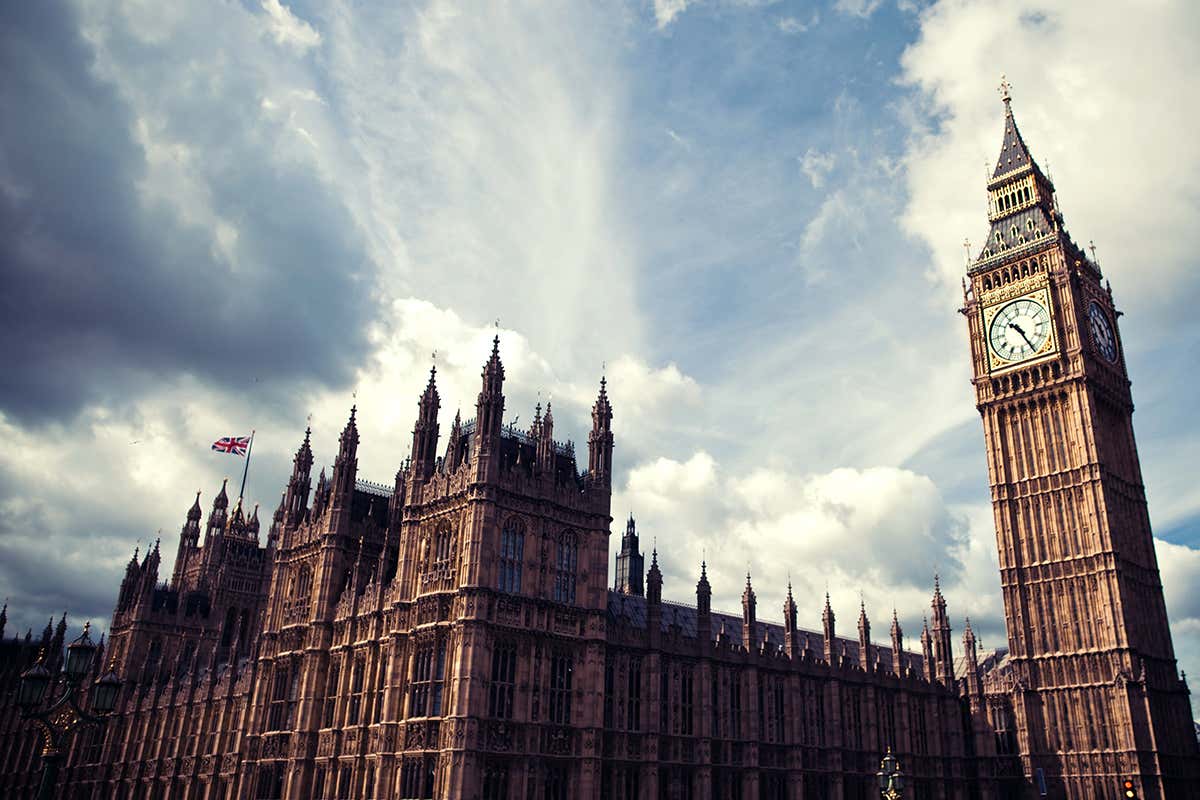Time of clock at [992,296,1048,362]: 10:25
